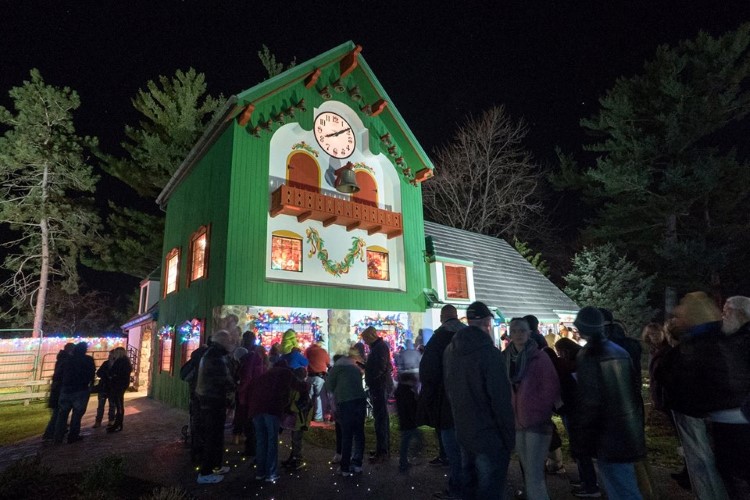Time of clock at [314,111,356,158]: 8:09
